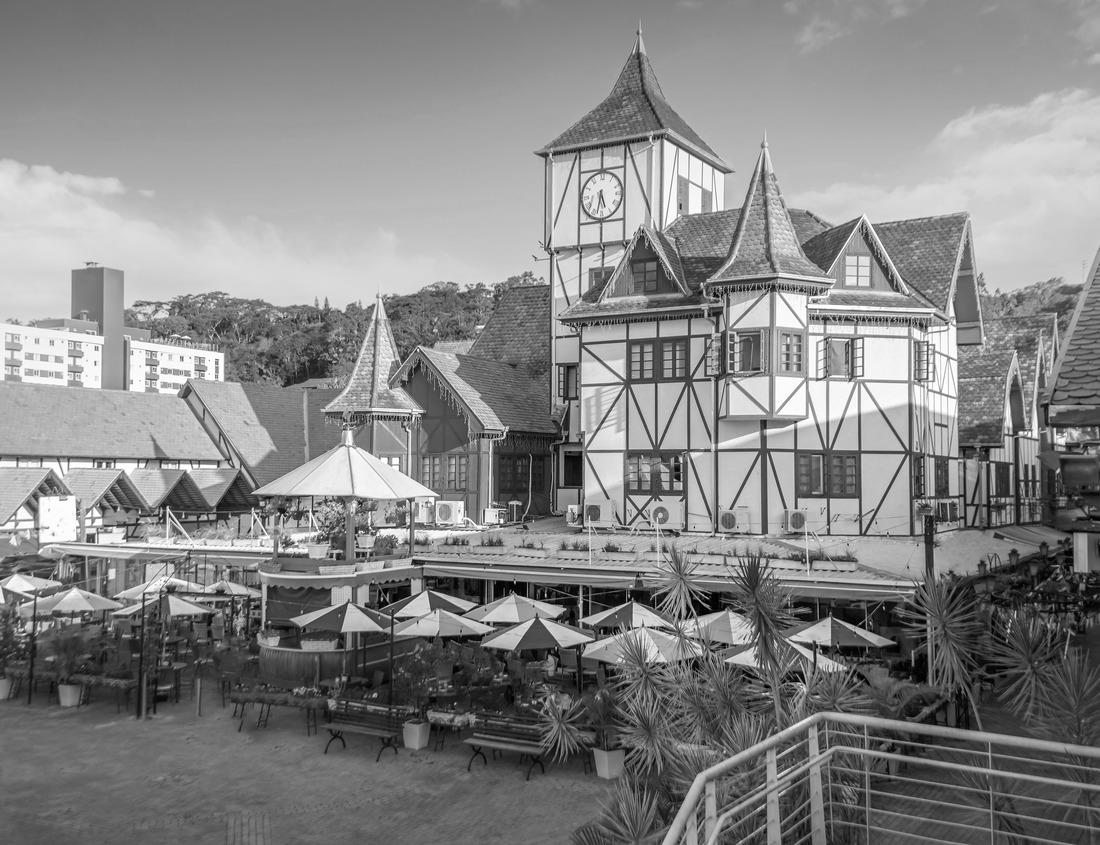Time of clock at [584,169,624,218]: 5:32
